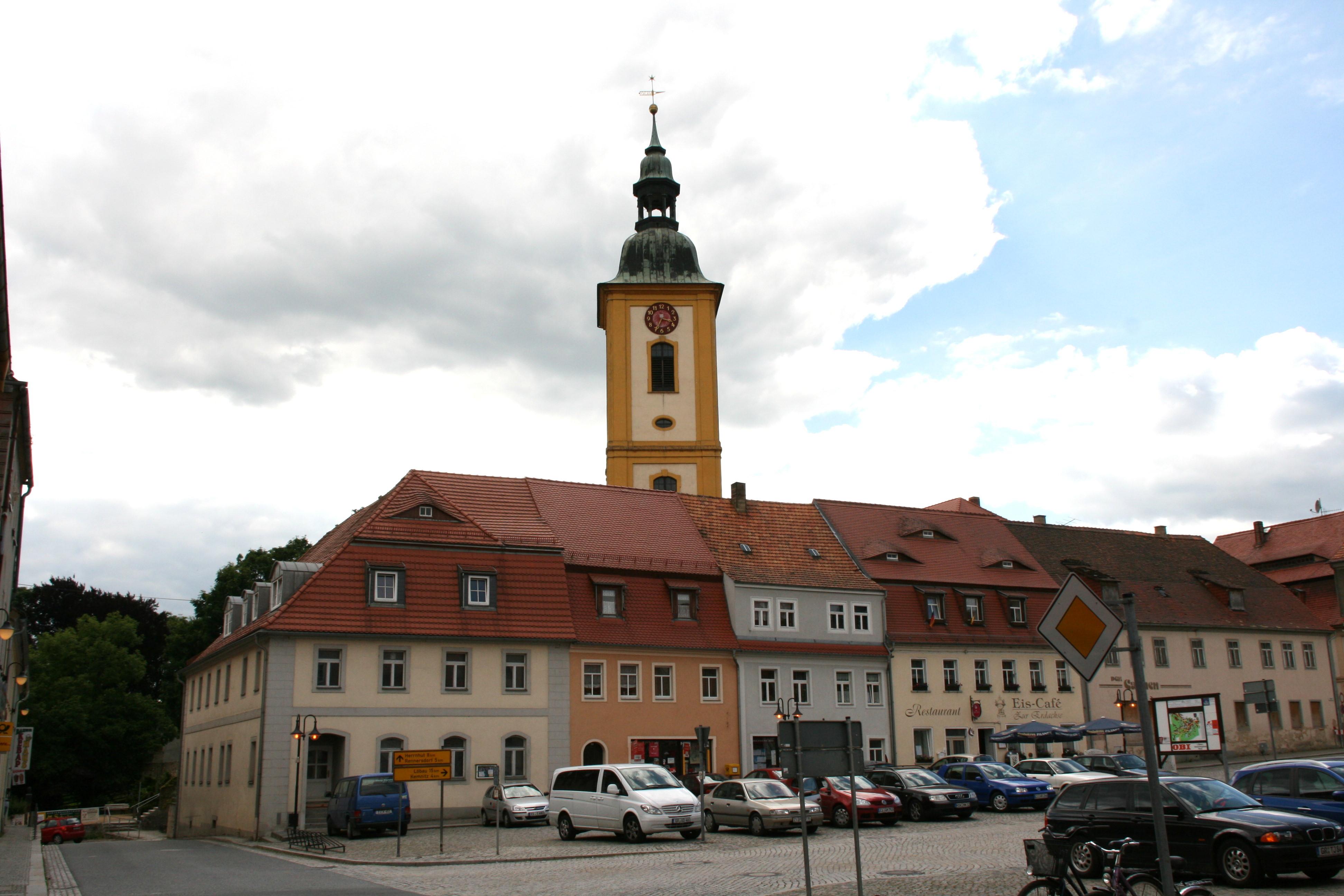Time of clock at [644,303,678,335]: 3:34
